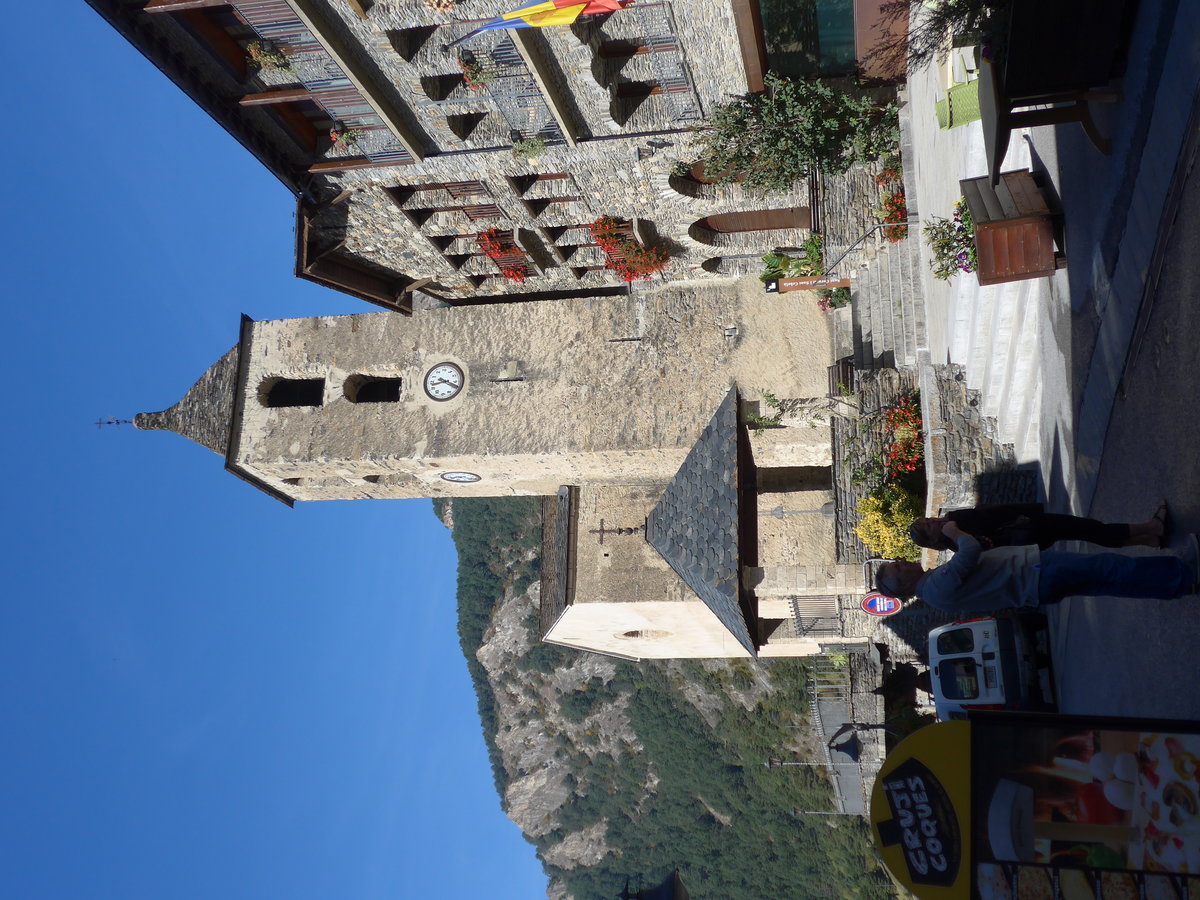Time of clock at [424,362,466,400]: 8:18
